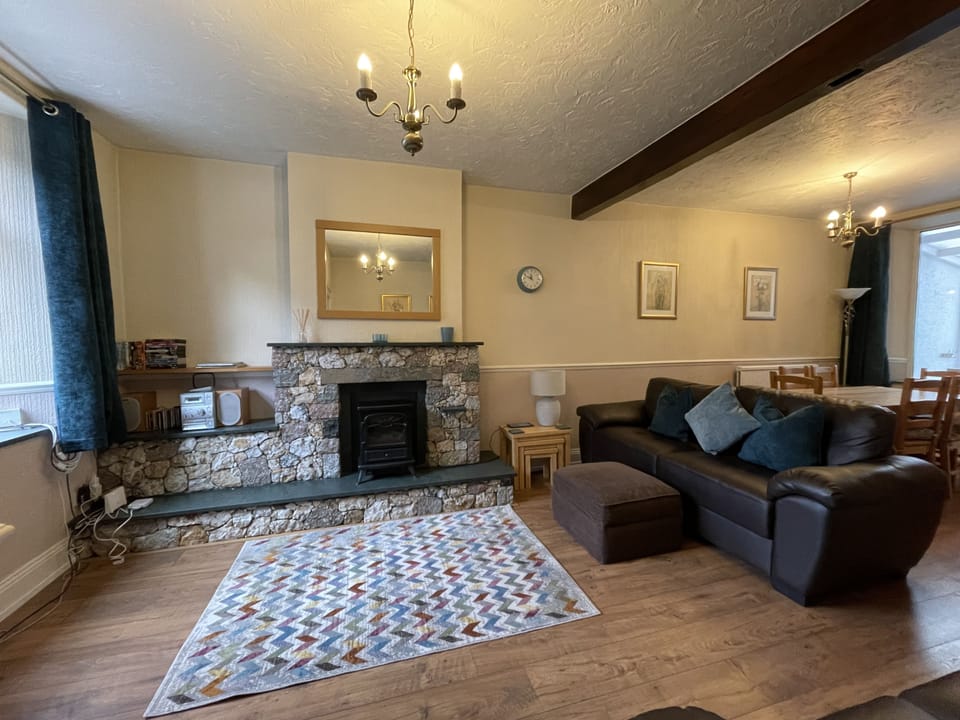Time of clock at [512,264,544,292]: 11:48
